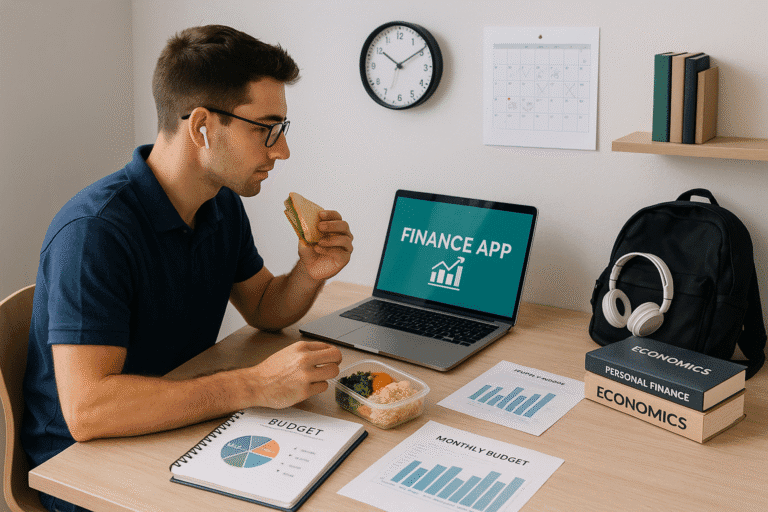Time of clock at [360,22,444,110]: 10:09
